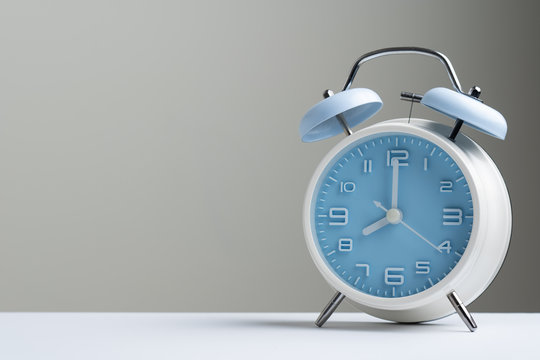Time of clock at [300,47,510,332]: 8:00
